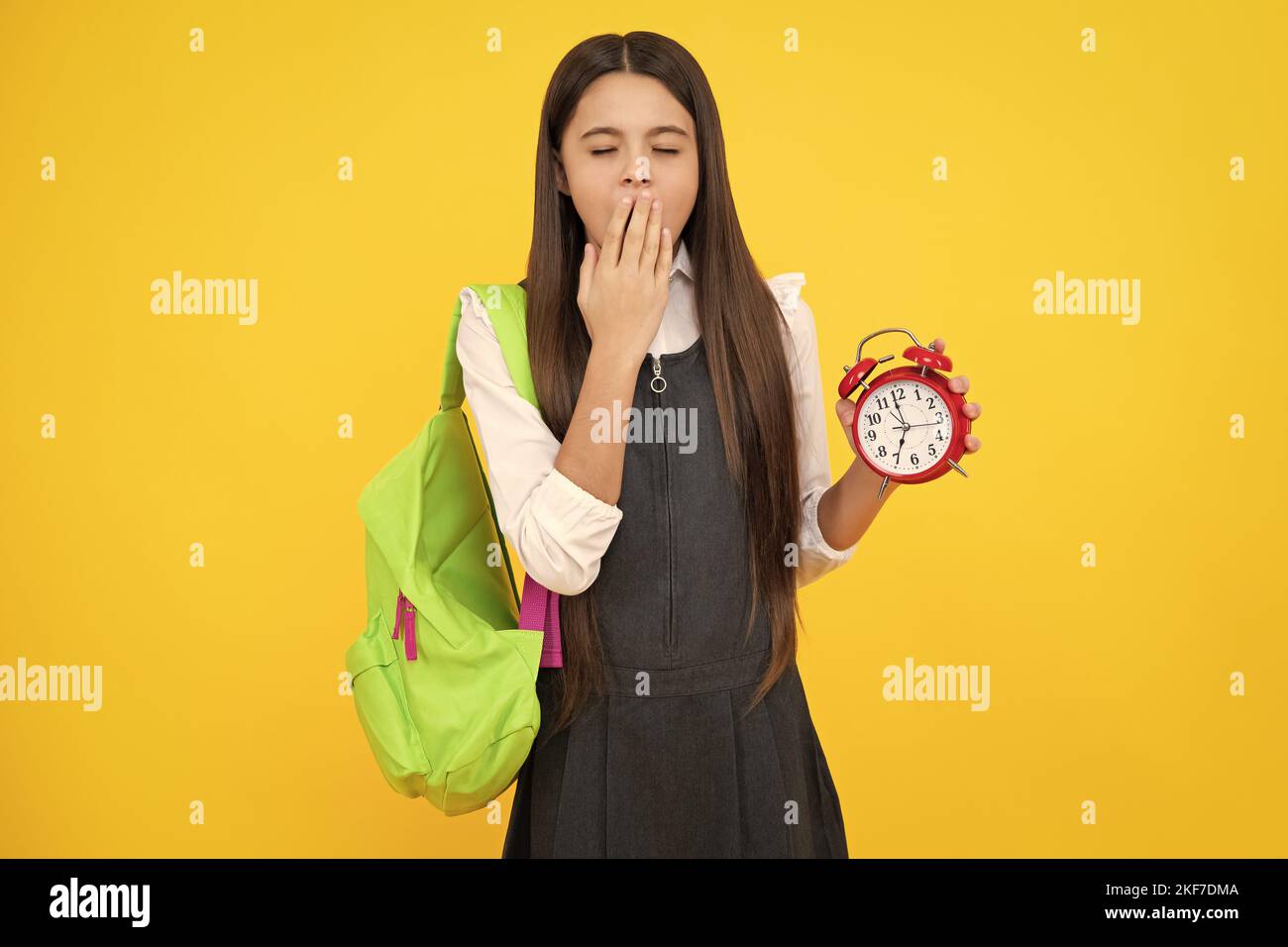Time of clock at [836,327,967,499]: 6:58
